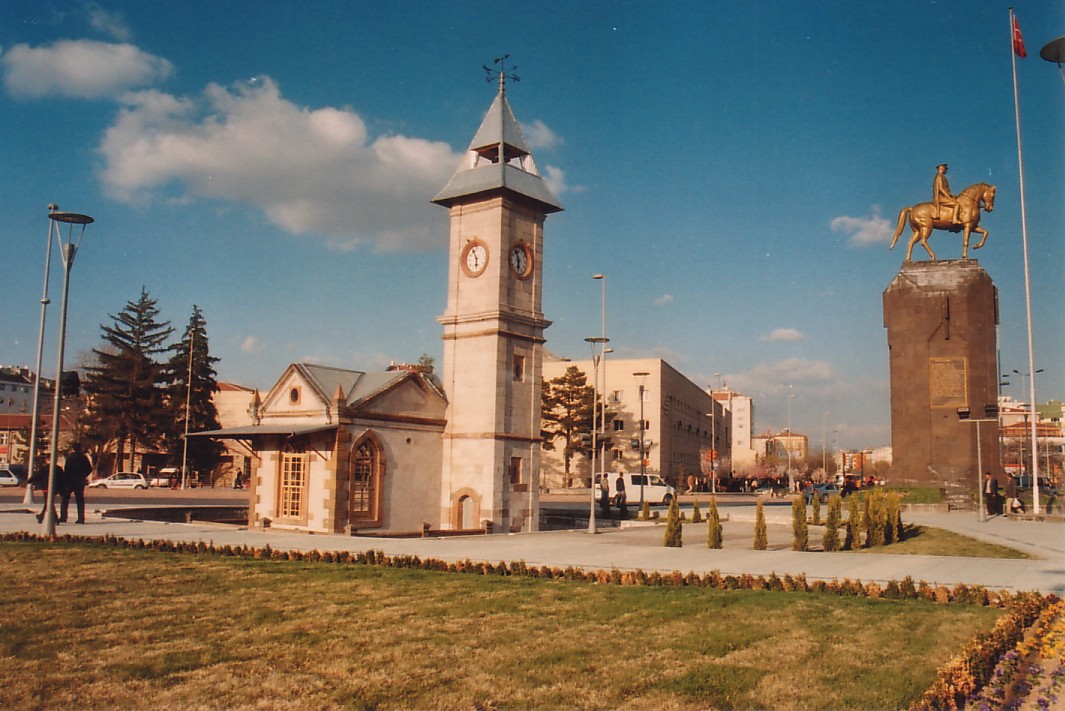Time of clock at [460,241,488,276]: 5:55
